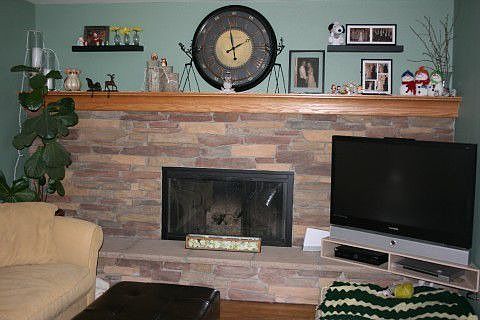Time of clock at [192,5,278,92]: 1:58
